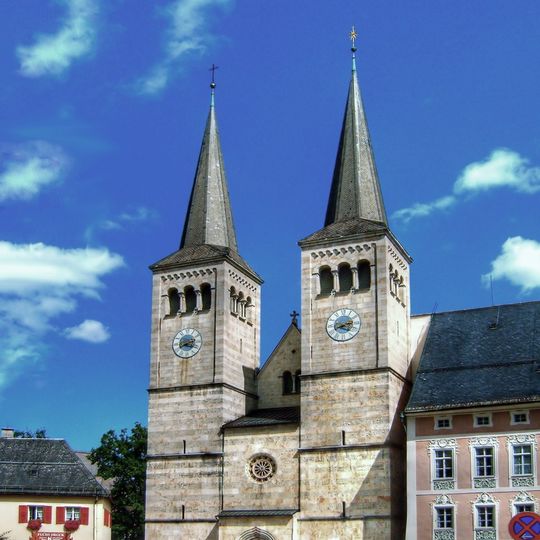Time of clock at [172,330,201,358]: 3:40
